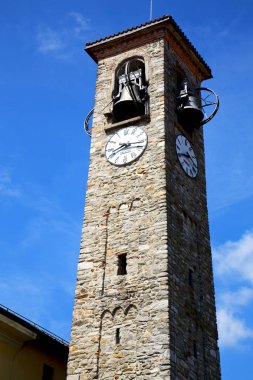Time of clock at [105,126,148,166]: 8:16
